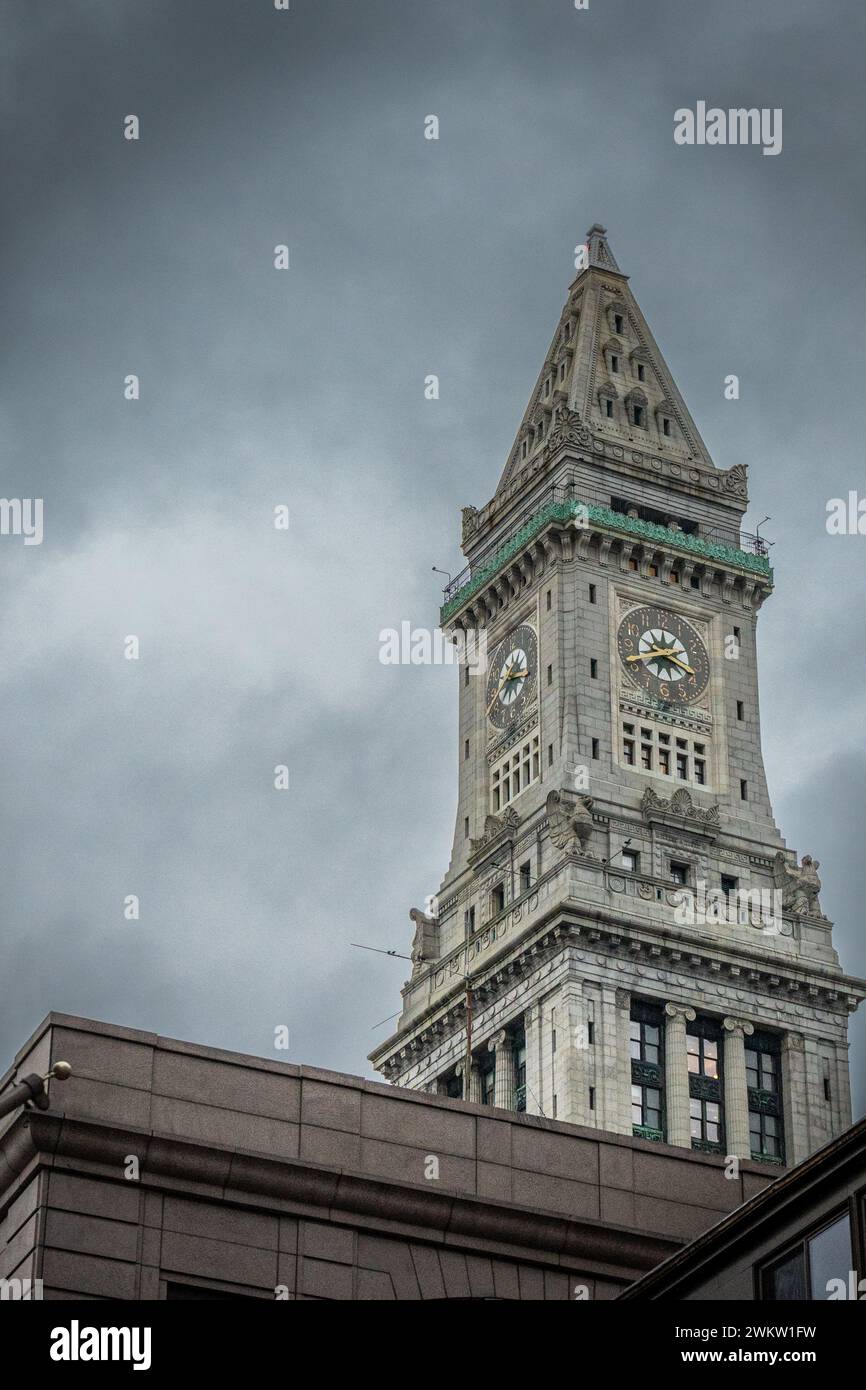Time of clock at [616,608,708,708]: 12:18
